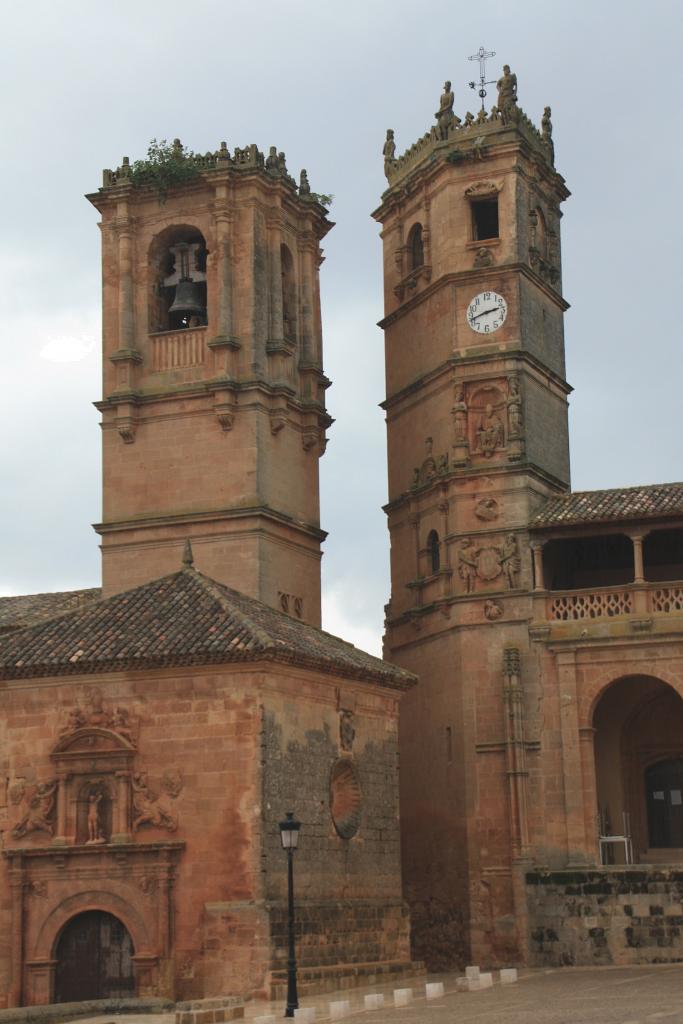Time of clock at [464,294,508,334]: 2:42
